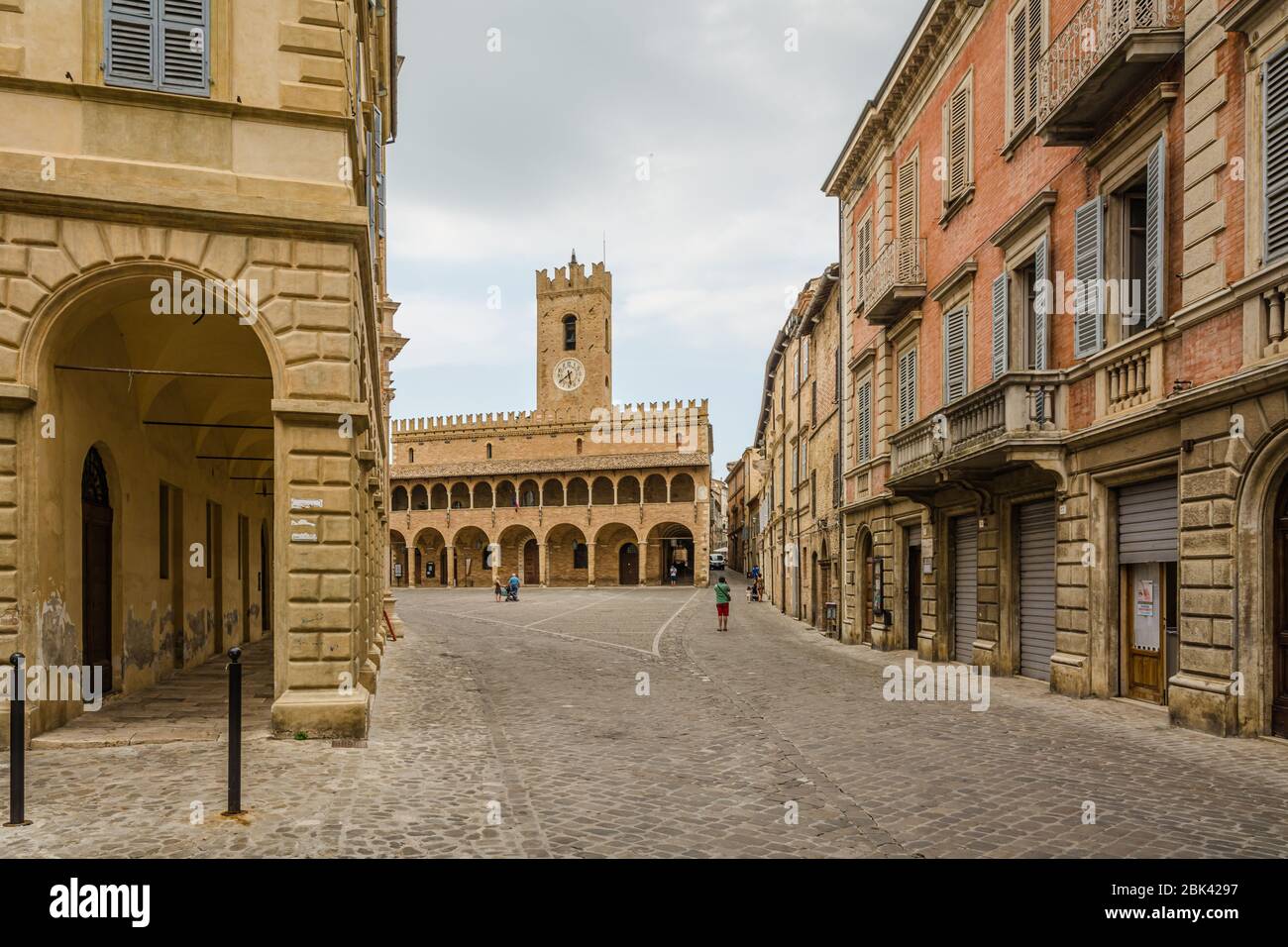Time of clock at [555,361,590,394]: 5:38
